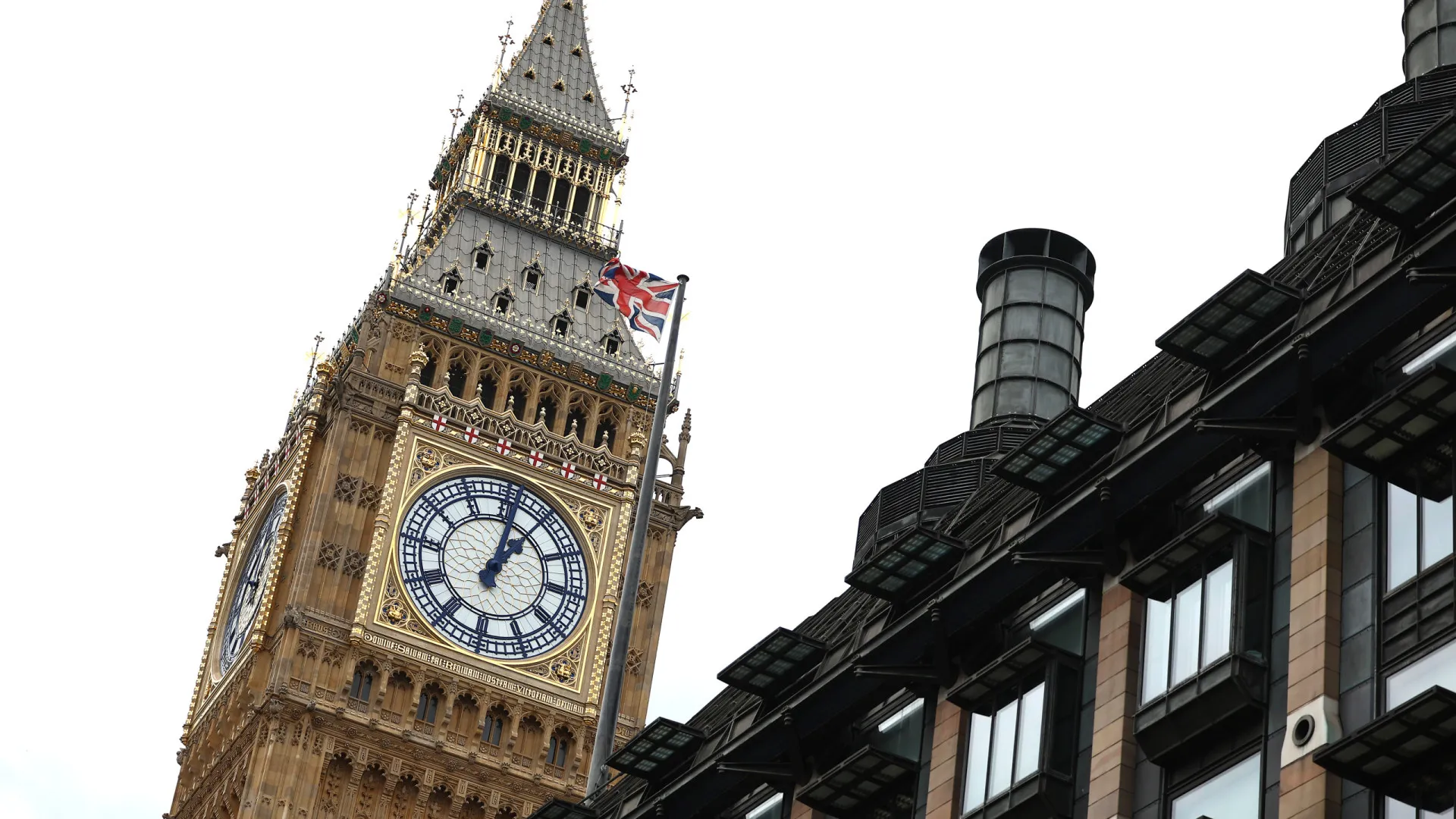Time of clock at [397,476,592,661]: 1:01
